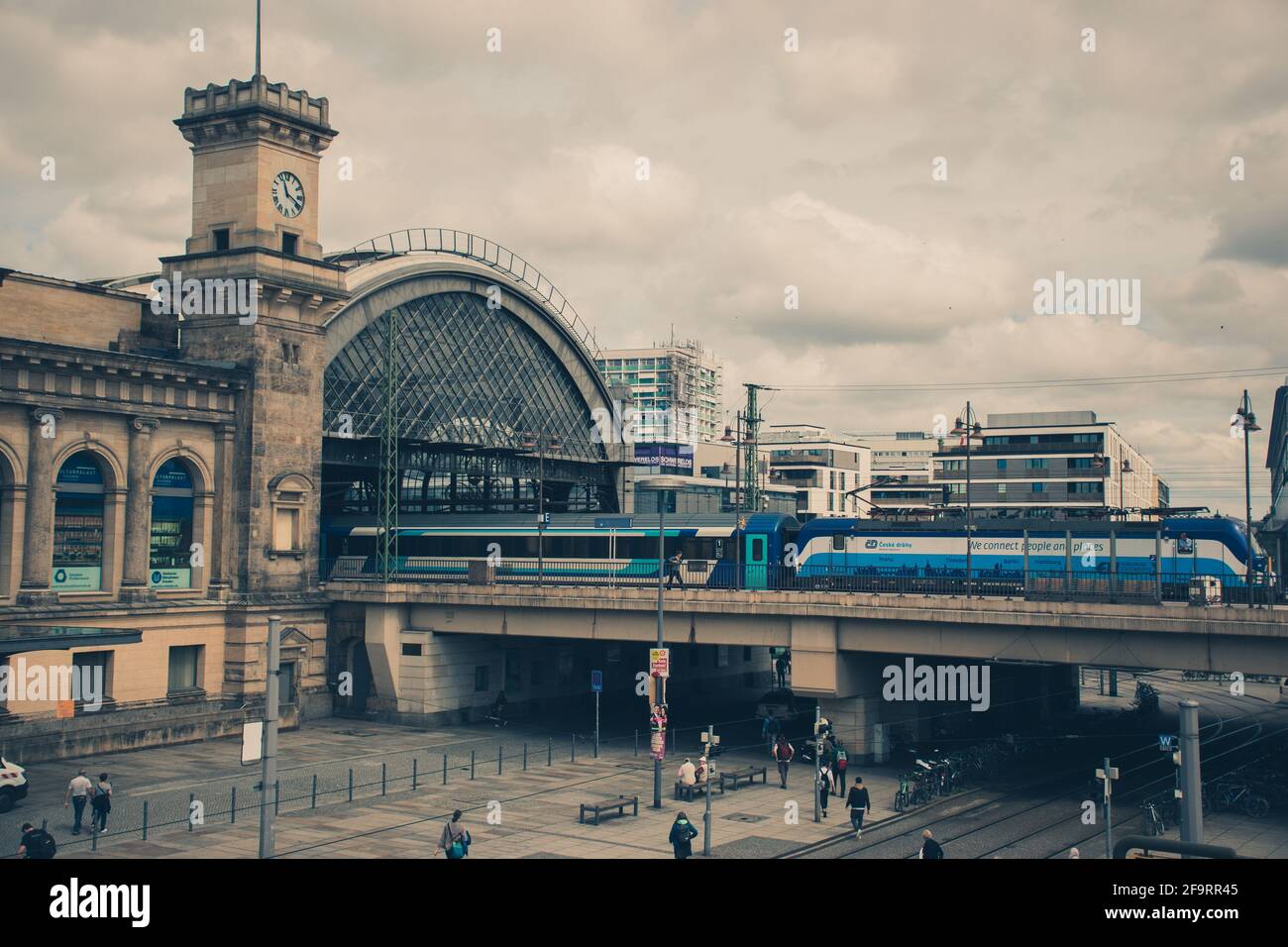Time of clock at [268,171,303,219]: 11:19
